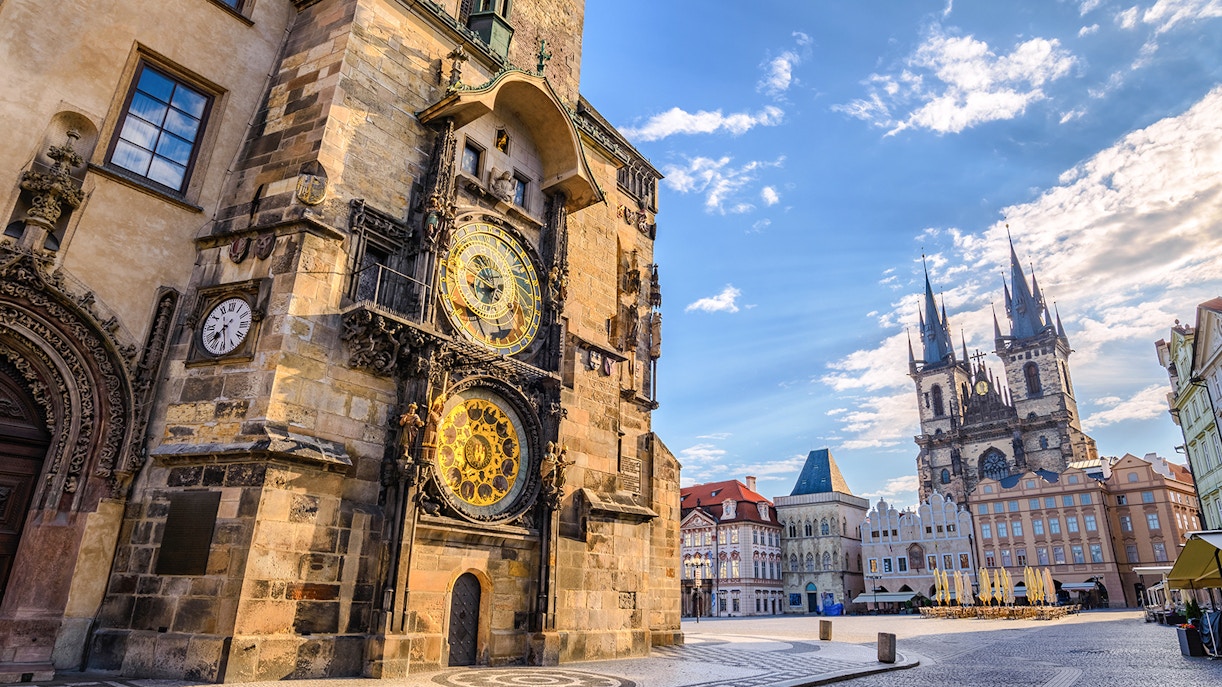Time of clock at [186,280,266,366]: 7:28
